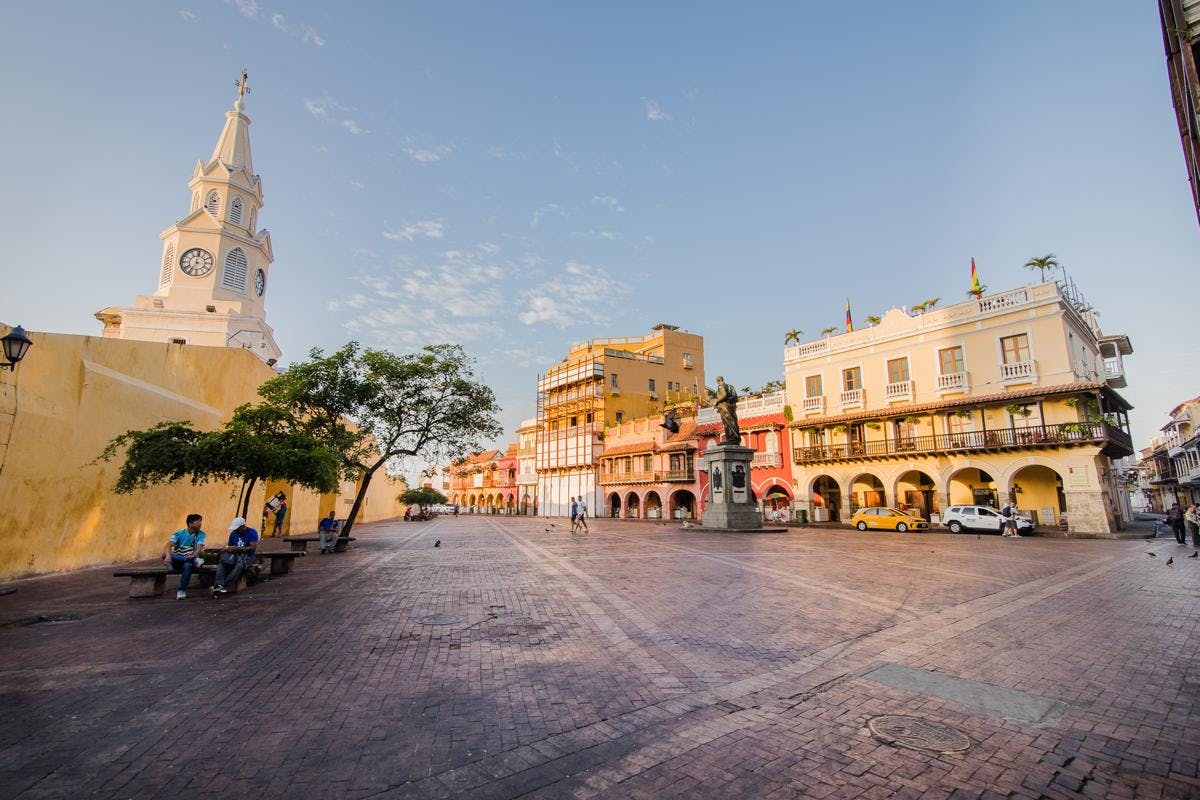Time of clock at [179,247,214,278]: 7:01
